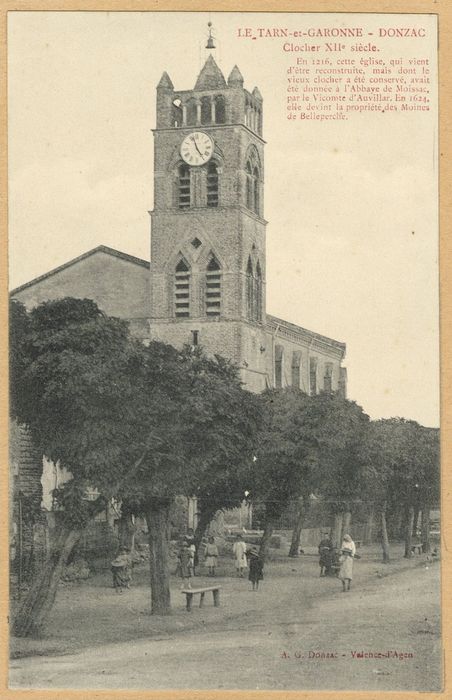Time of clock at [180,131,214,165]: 4:57
